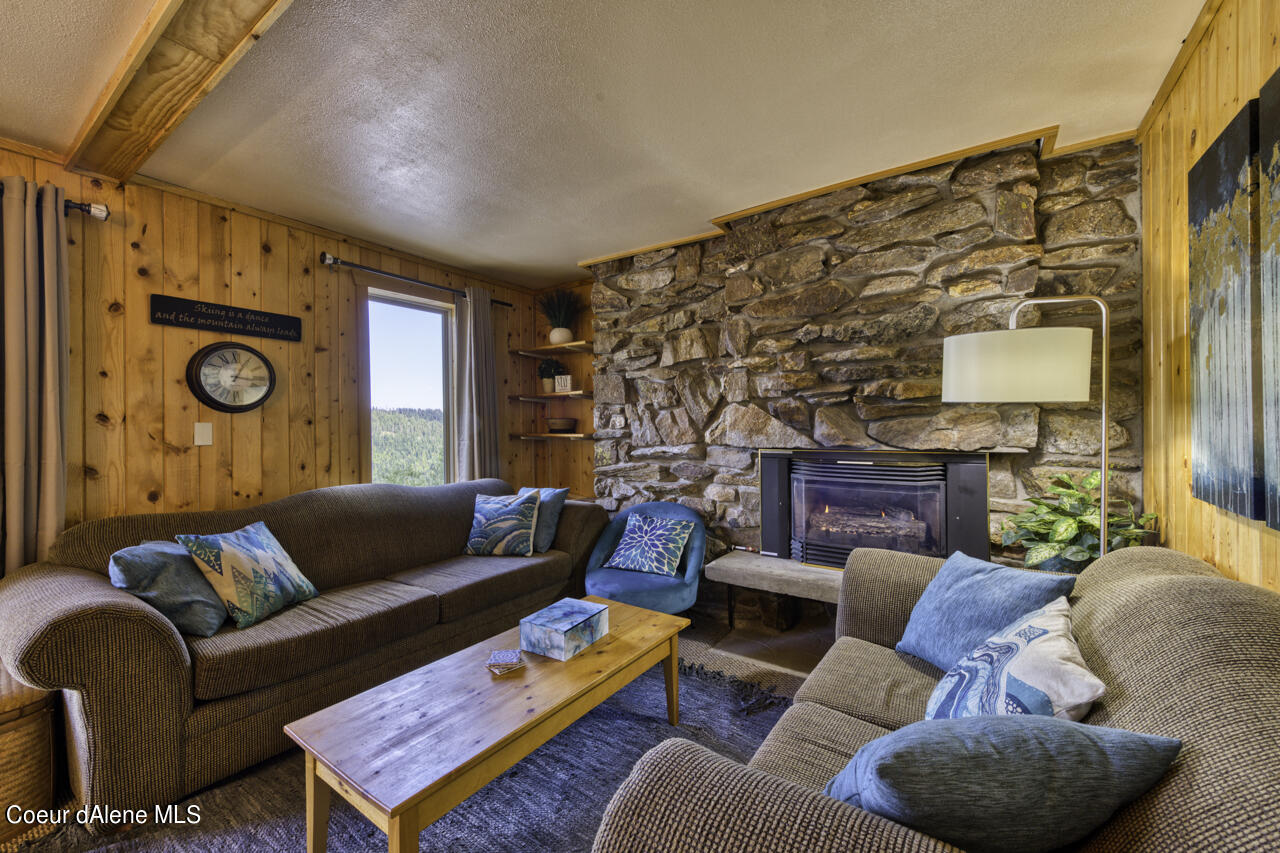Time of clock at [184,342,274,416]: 3:04
